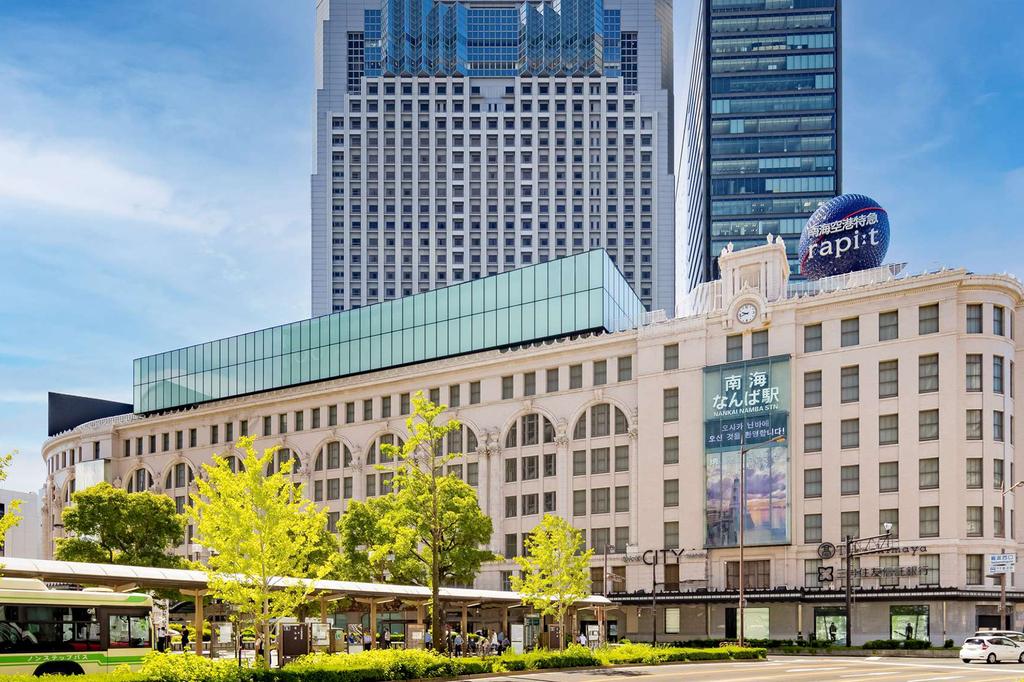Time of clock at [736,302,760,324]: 9:42
